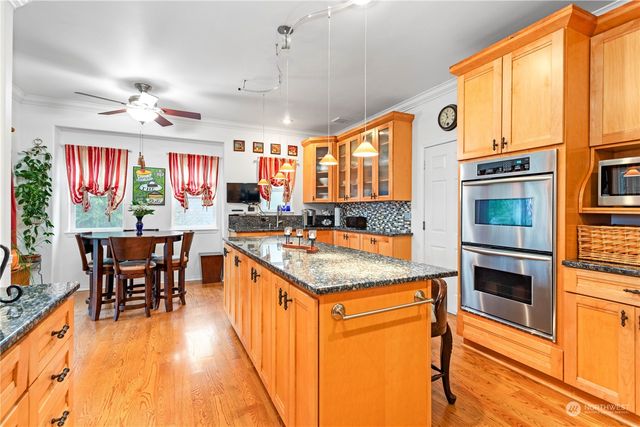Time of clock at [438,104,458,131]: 11:35
